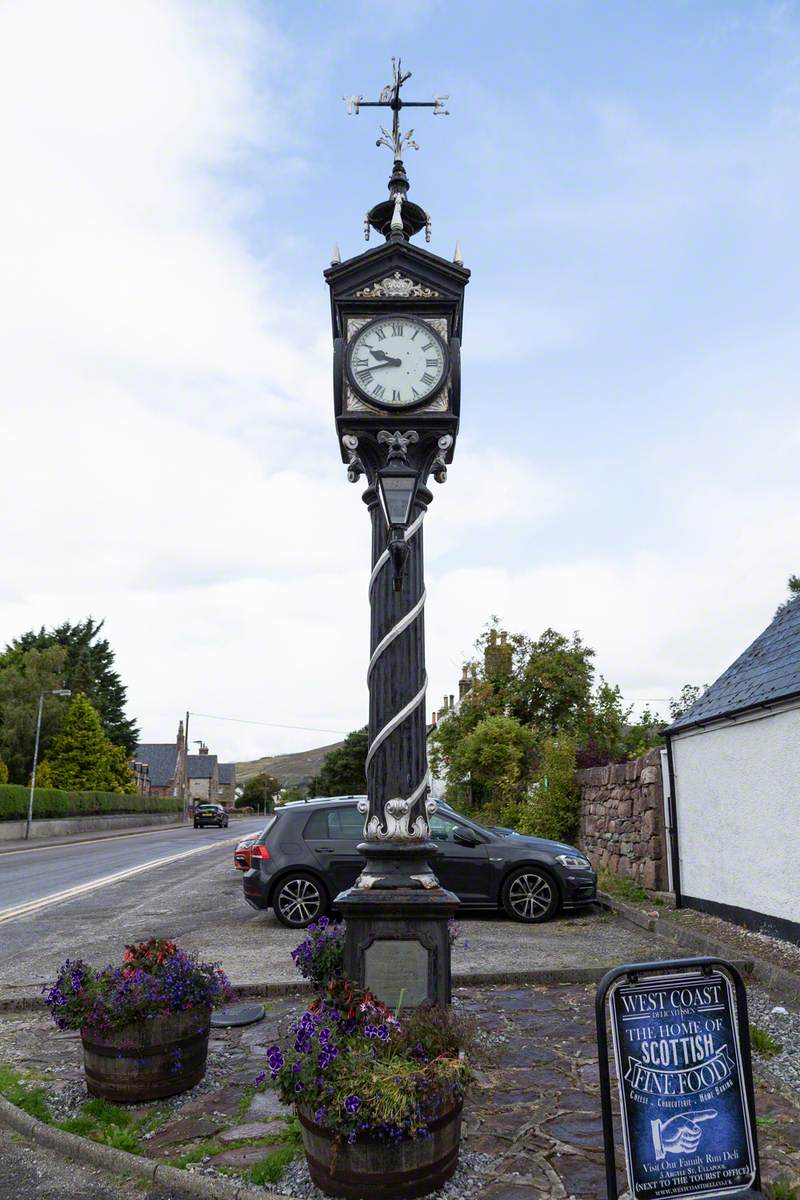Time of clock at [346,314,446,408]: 9:42
